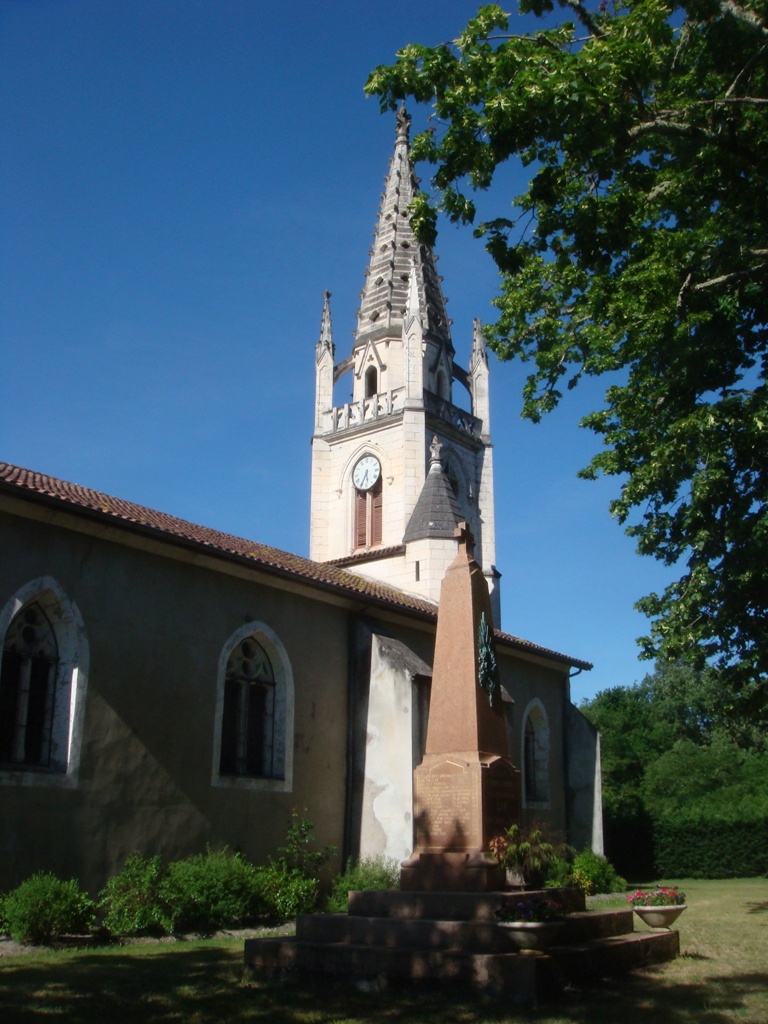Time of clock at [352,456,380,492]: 5:34
